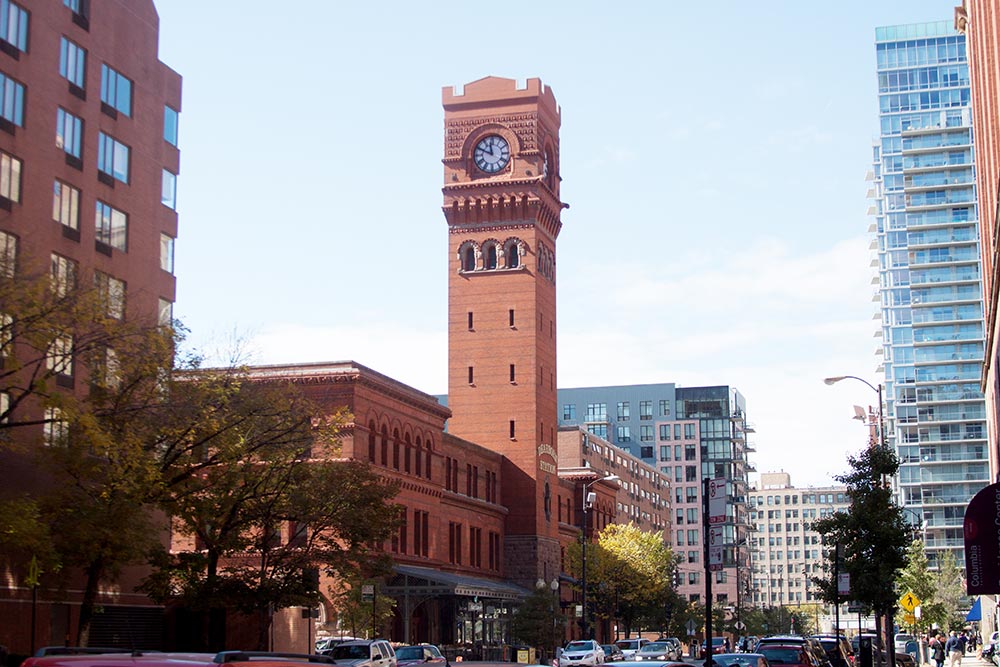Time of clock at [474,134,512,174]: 11:48
